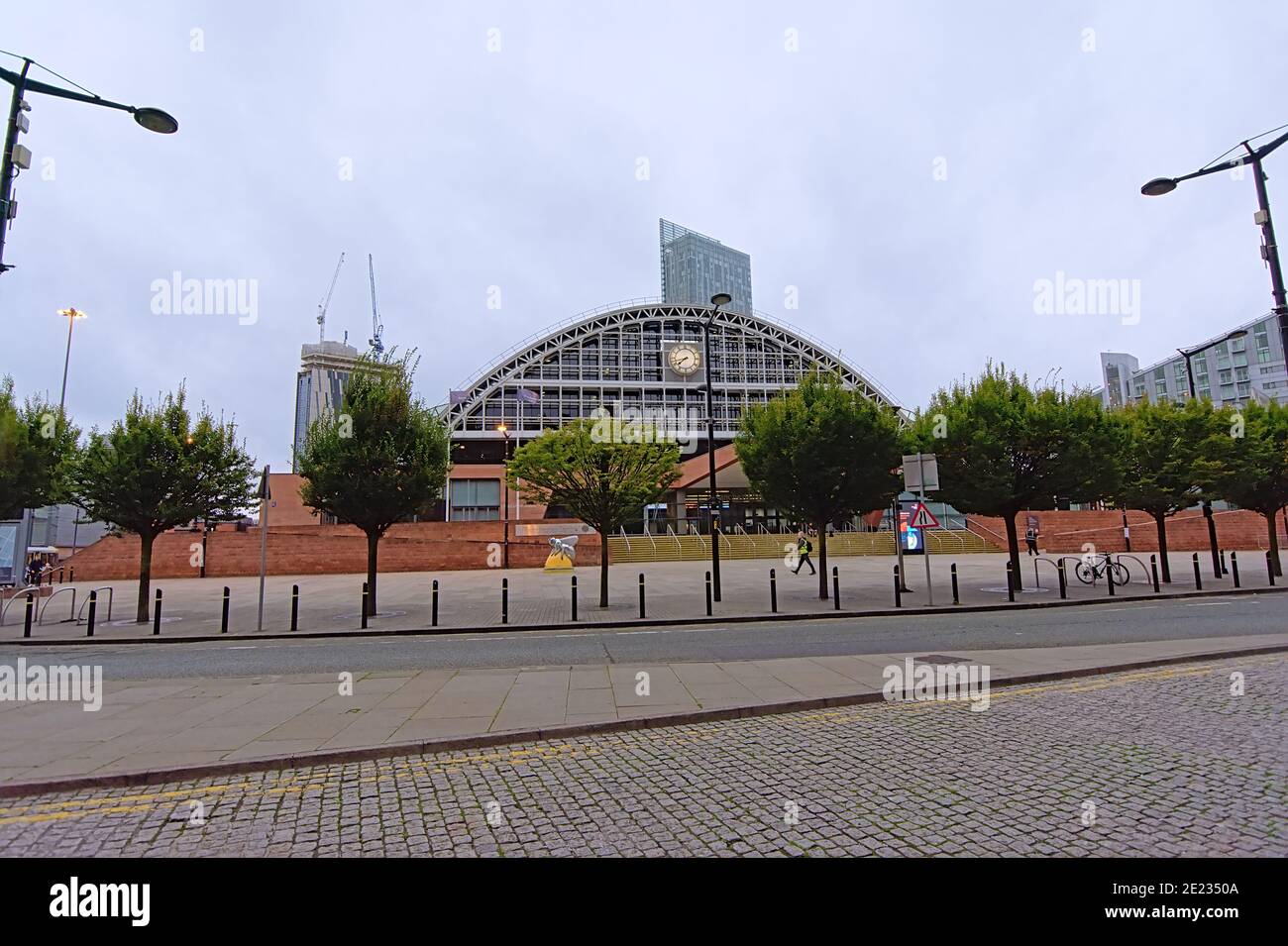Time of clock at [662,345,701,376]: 7:42
